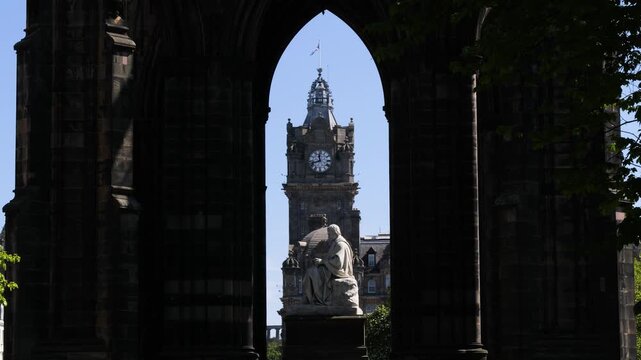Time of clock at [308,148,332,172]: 11:42
